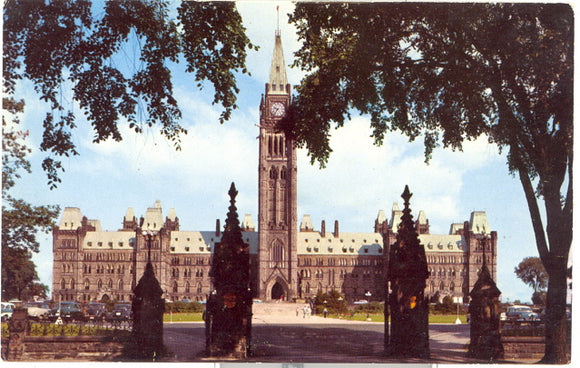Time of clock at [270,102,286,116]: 9:36
